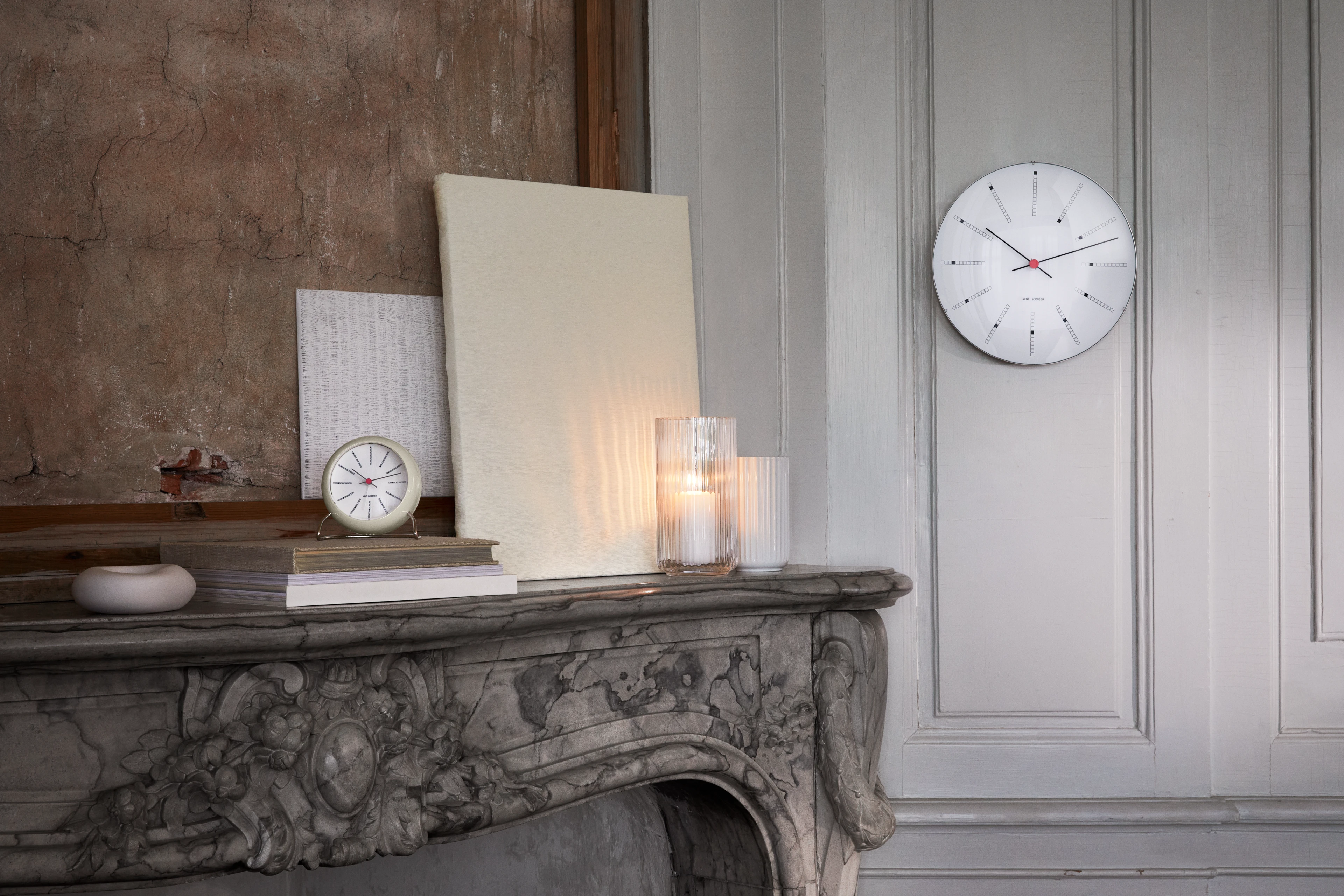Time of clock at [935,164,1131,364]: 10:12
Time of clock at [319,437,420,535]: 10:11
